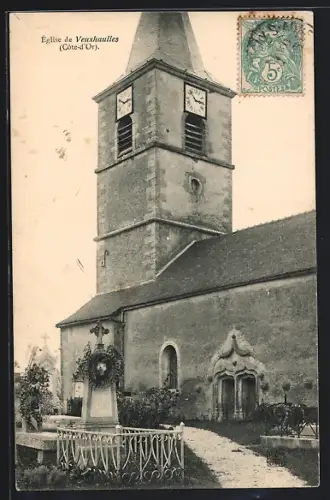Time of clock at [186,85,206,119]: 2:52
